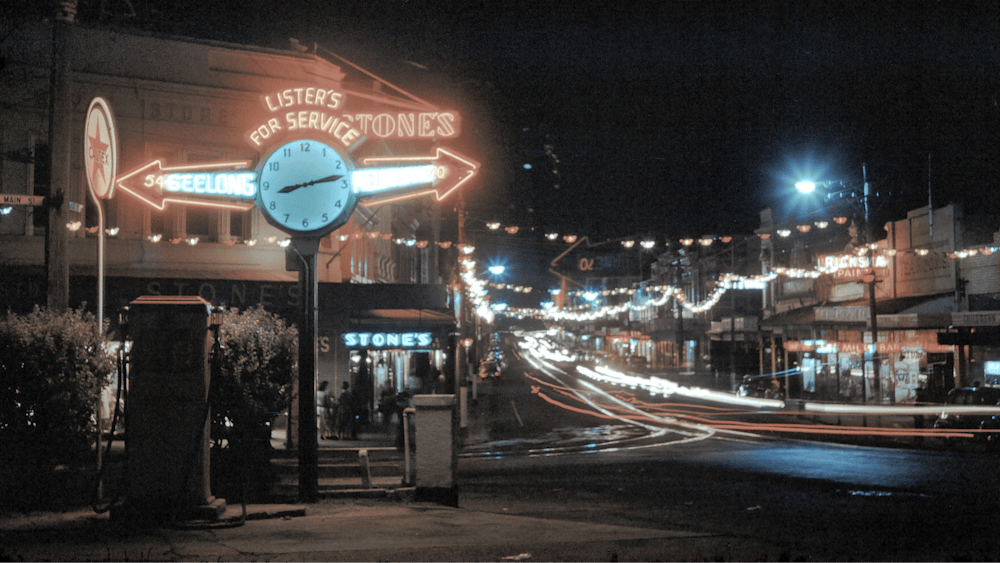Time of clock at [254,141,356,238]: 8:12
